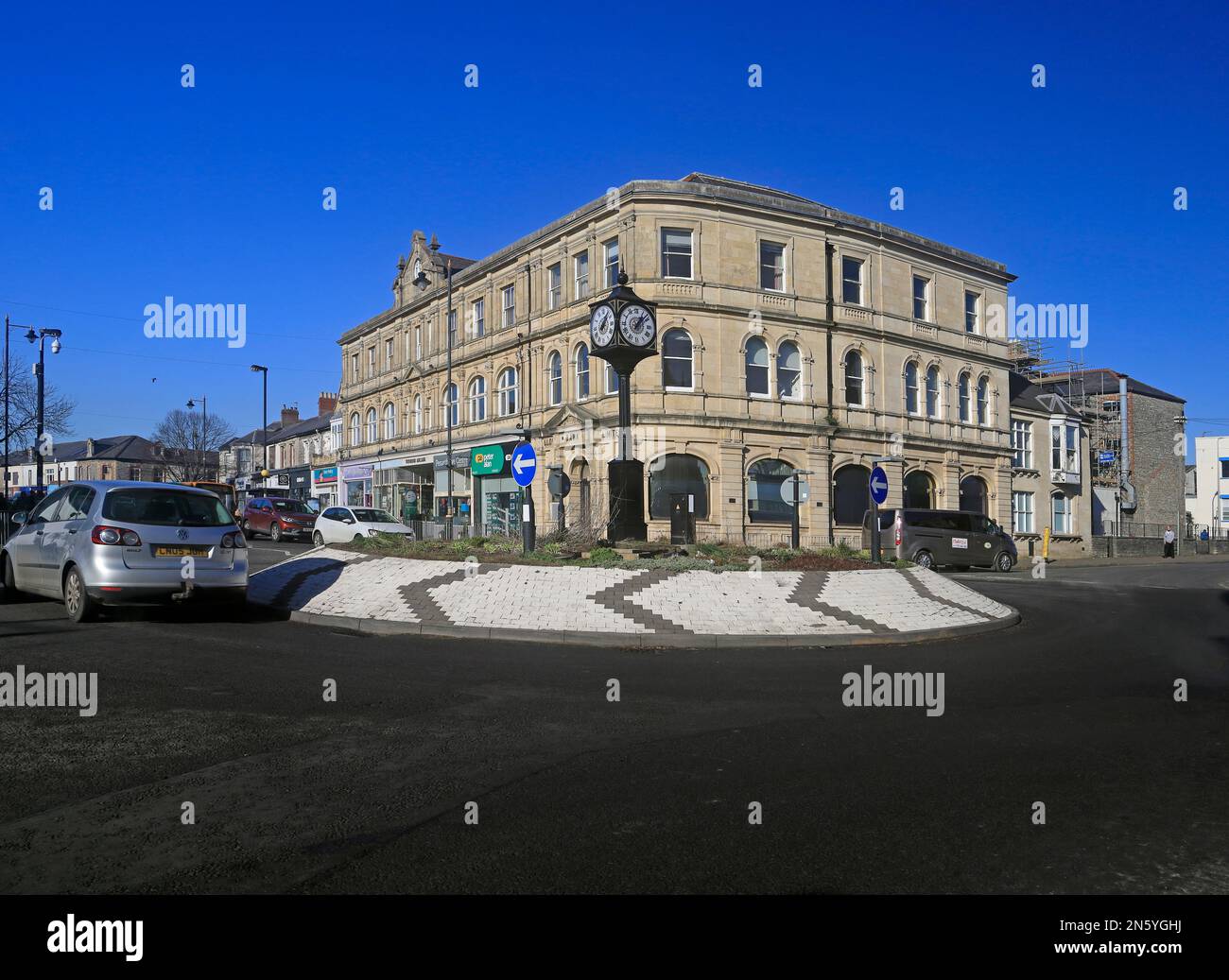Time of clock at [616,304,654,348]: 1:07
